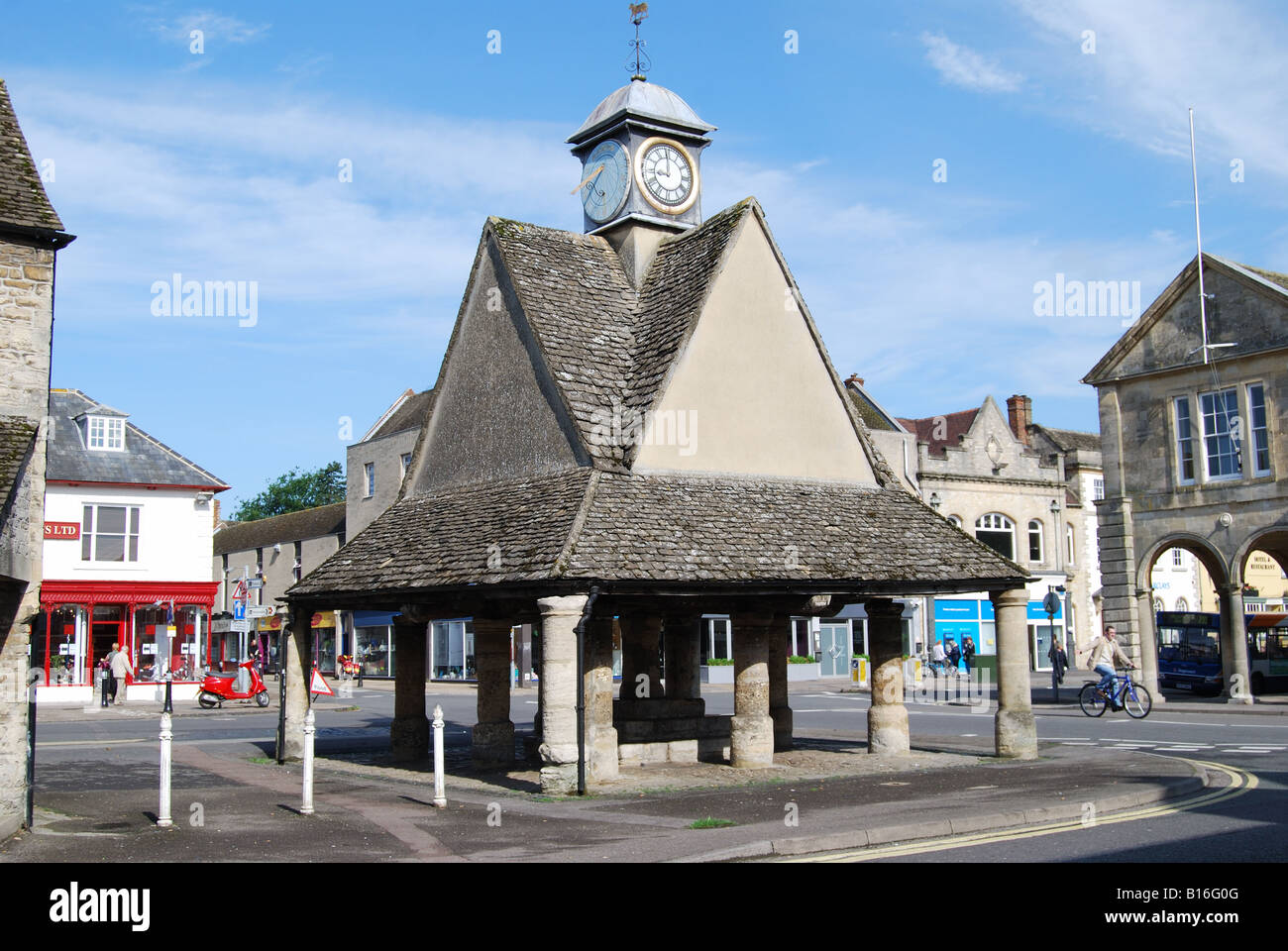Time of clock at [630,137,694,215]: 8:59
